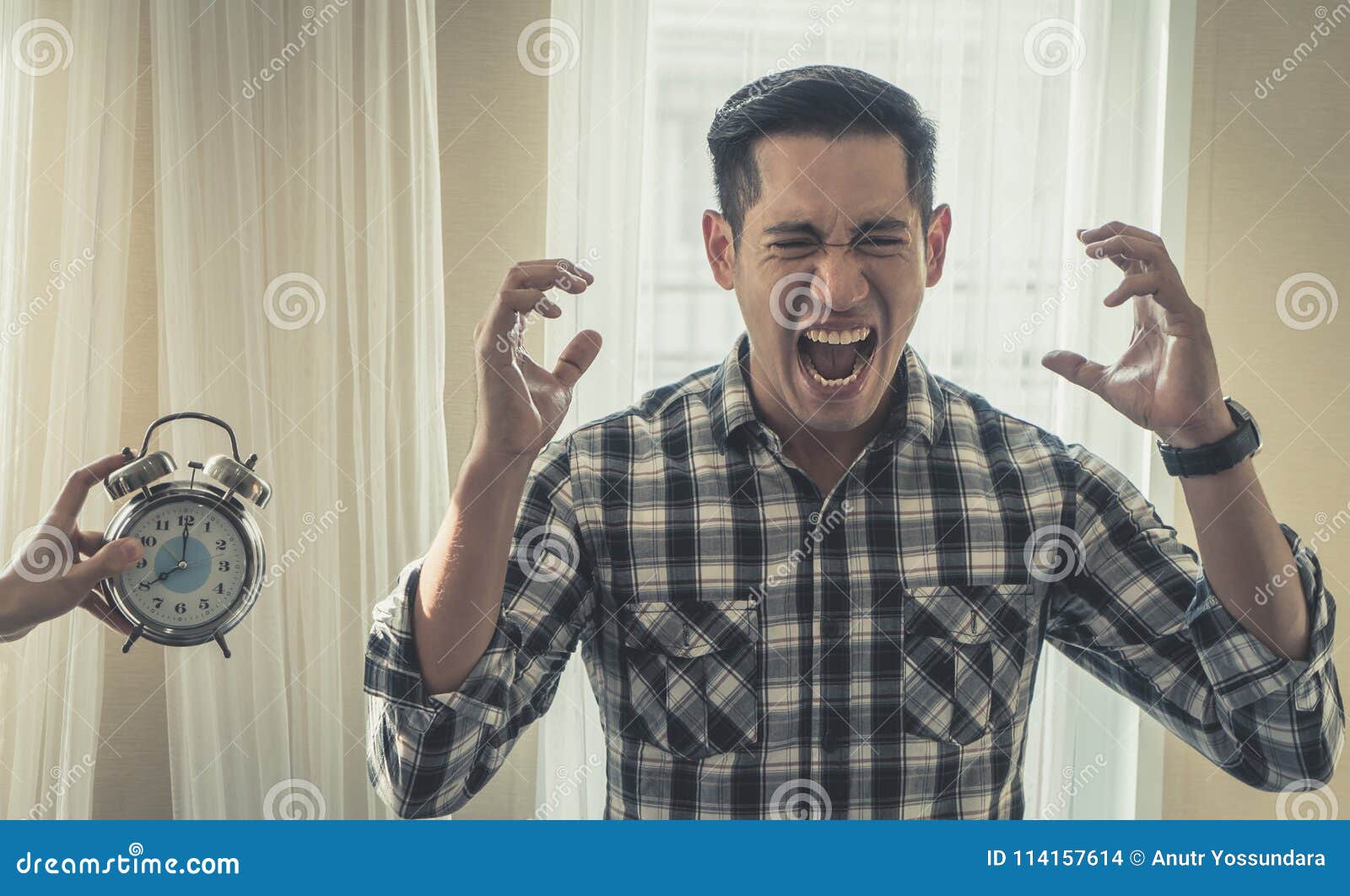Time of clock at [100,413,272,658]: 8:00
